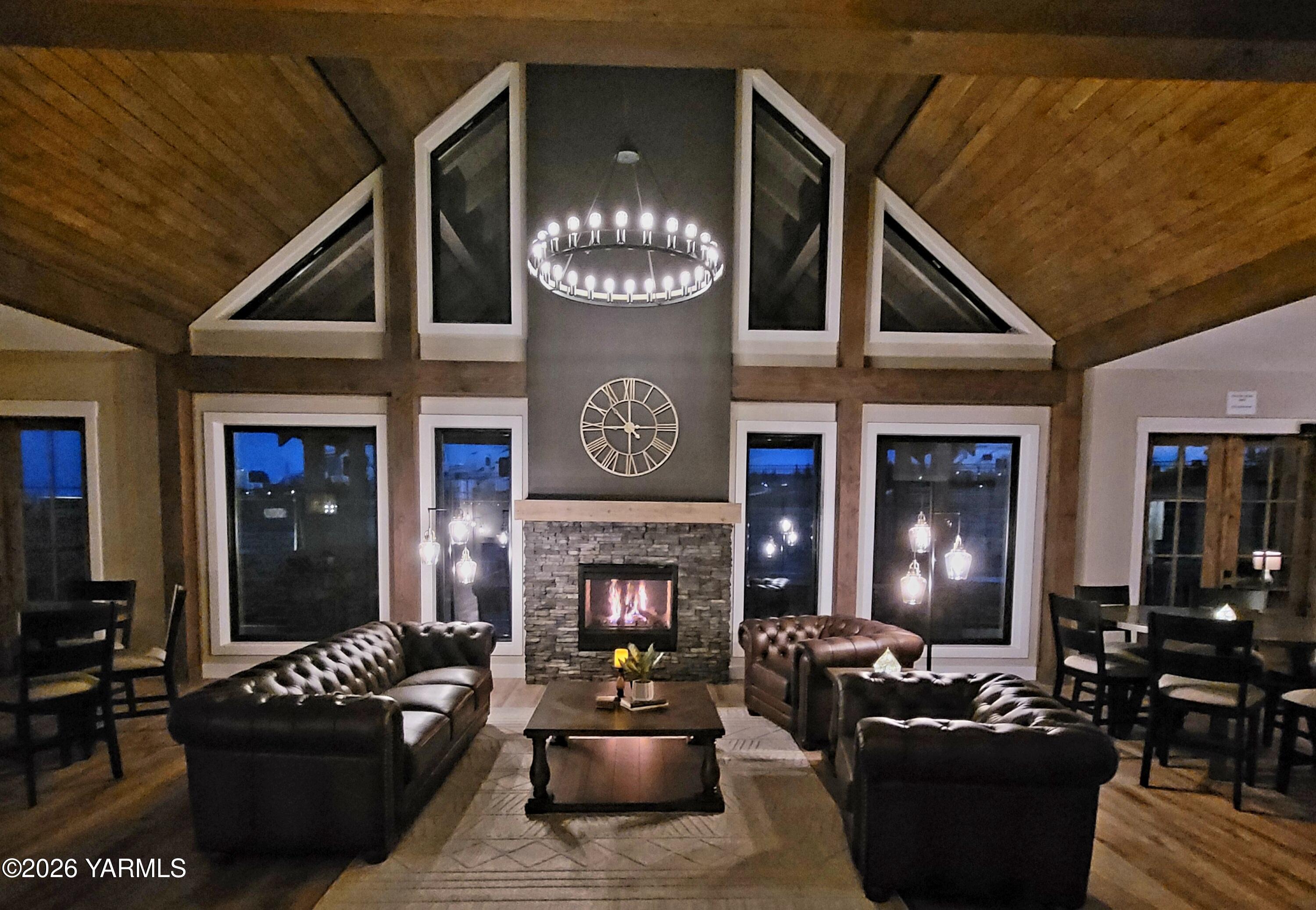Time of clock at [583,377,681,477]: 10:45
